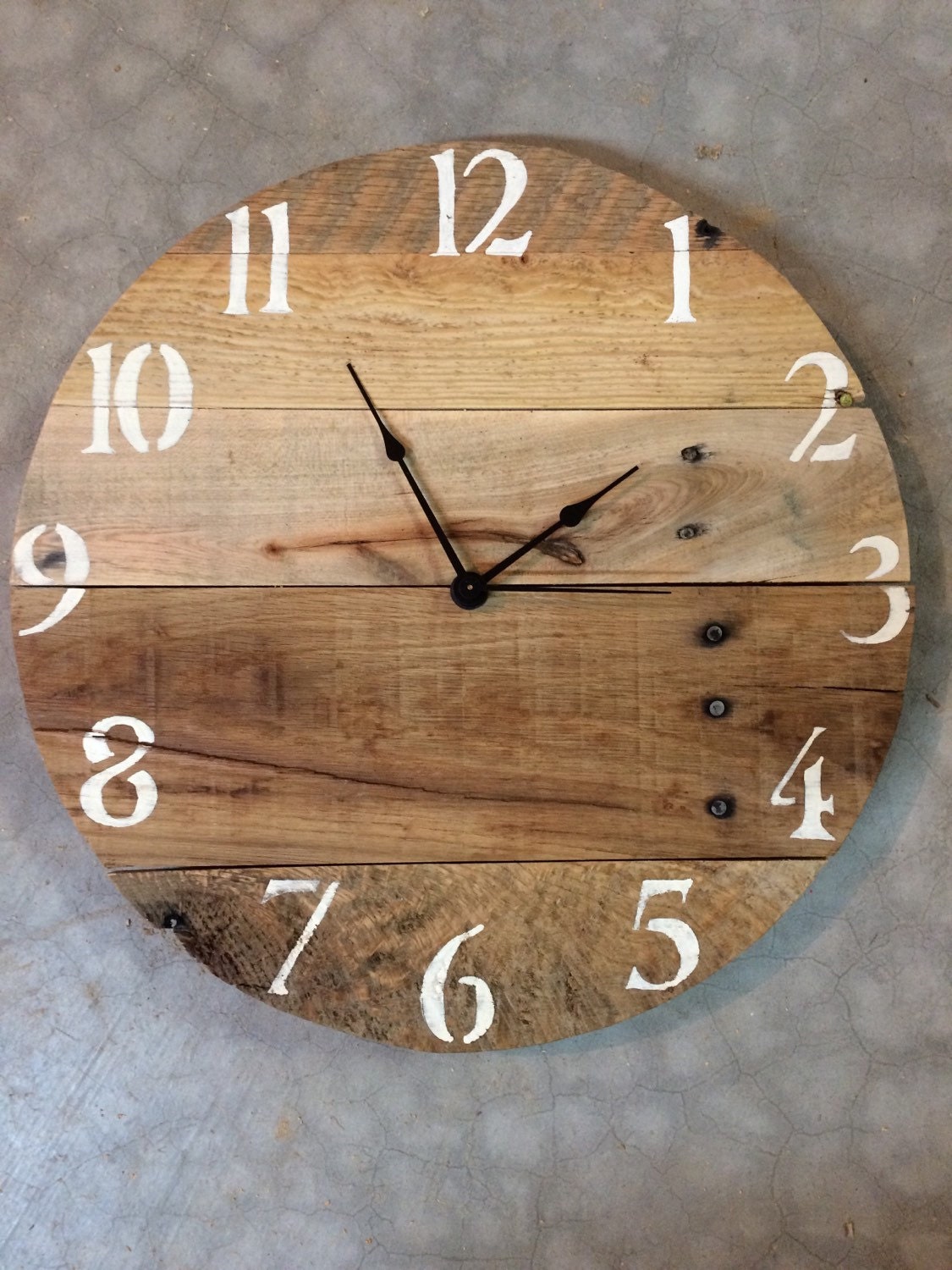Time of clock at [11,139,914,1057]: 1:55
